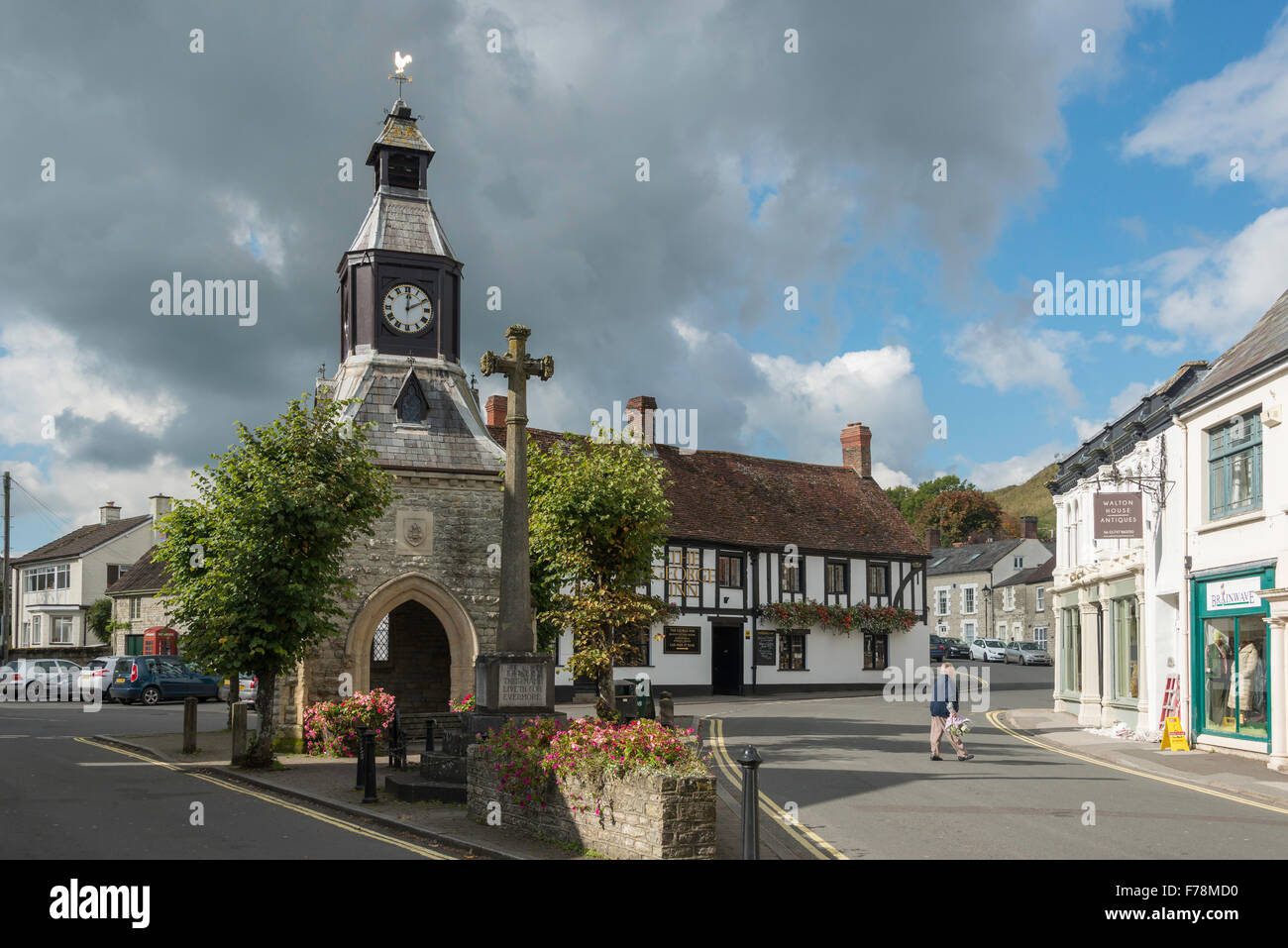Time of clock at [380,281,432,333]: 12:10
